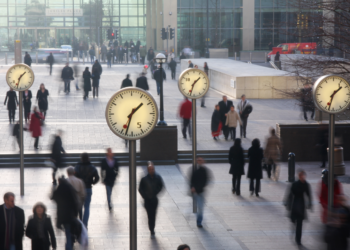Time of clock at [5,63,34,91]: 1:33
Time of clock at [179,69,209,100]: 1:33
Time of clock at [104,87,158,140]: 1:33
